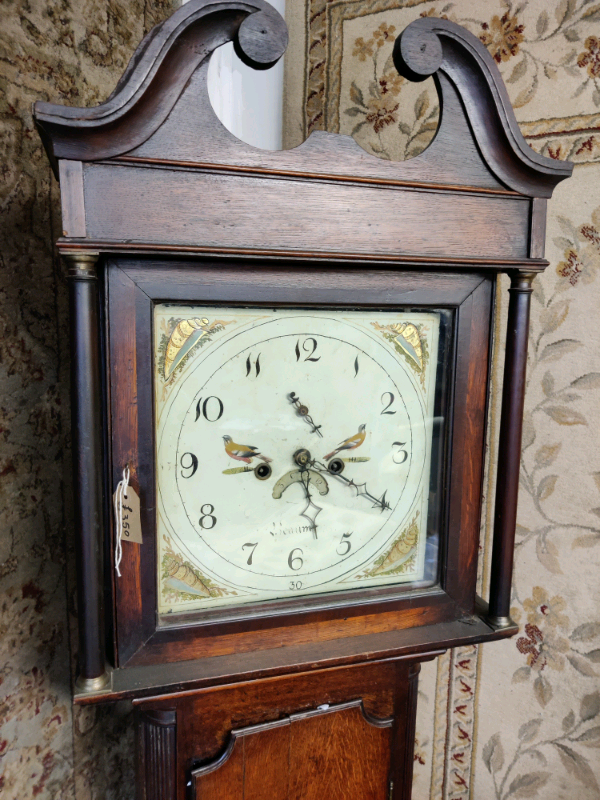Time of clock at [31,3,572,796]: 9:20
